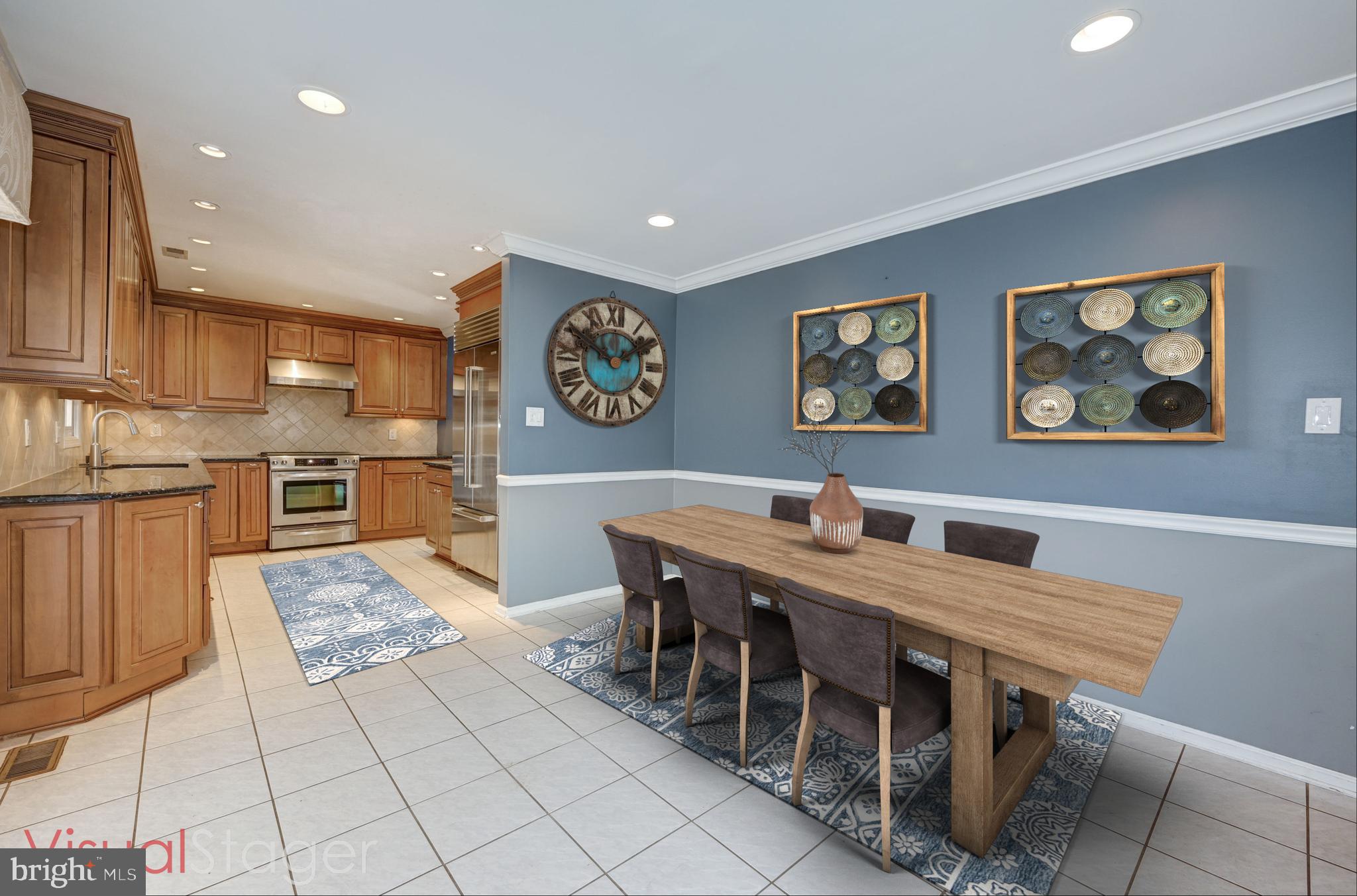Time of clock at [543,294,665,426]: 1:50
